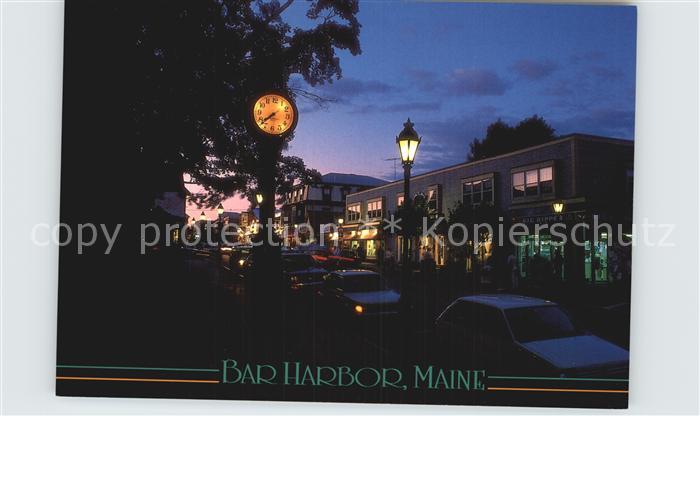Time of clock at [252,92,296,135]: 7:37
